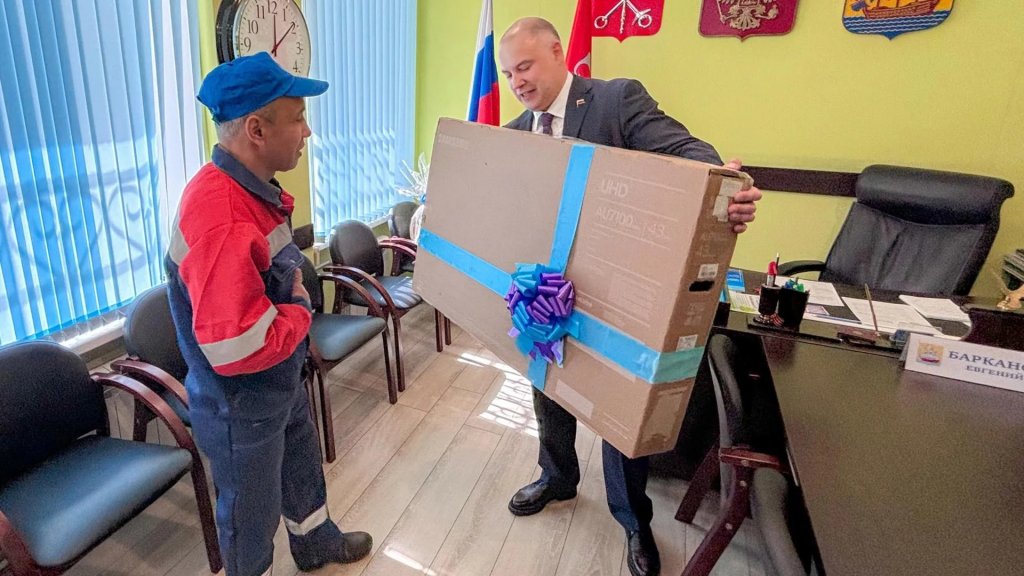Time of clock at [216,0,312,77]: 12:08
